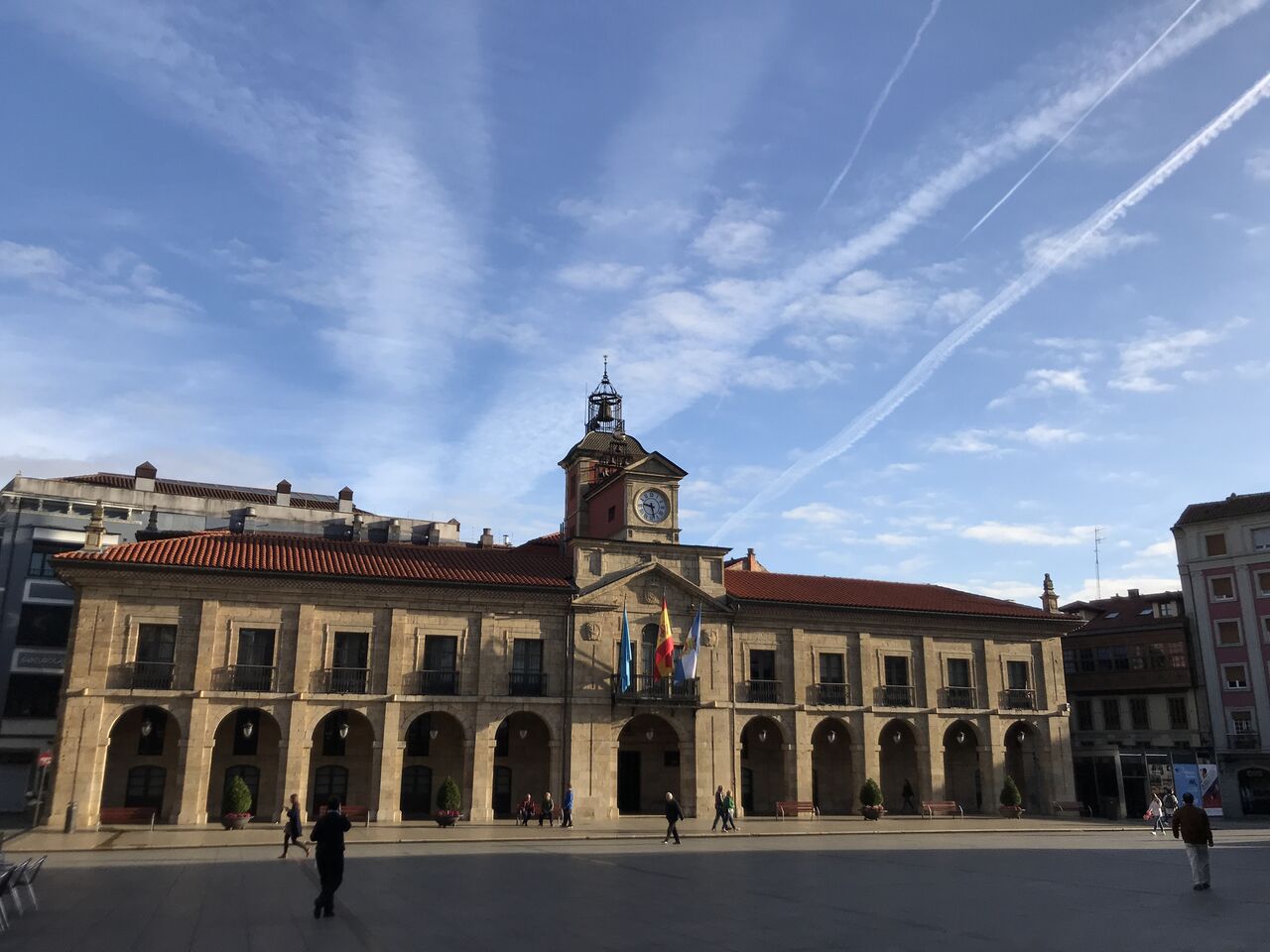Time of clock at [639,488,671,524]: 9:28
